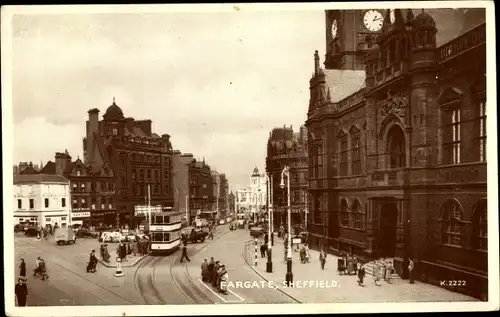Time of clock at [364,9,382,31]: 1:12
